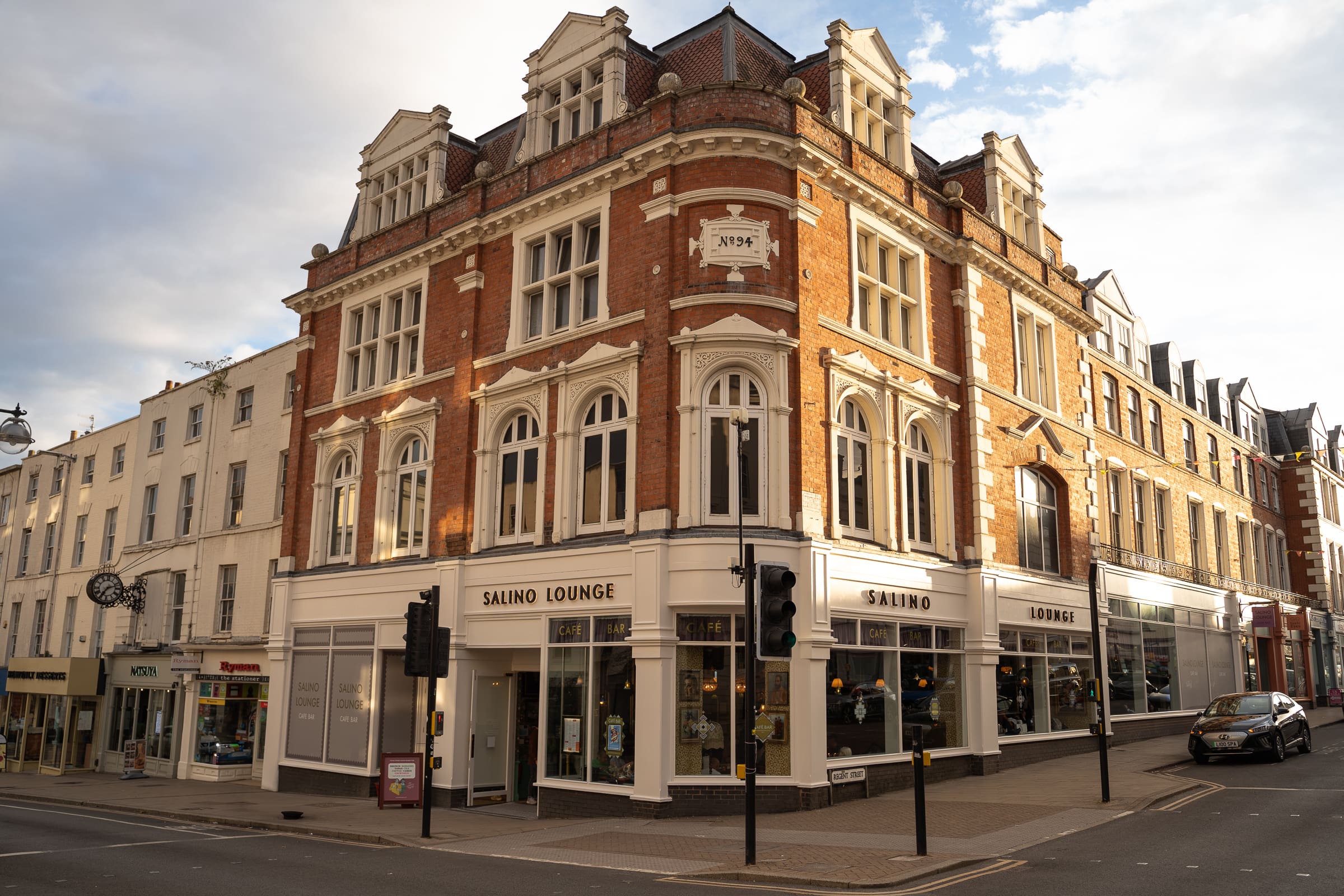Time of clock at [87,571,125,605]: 7:12
